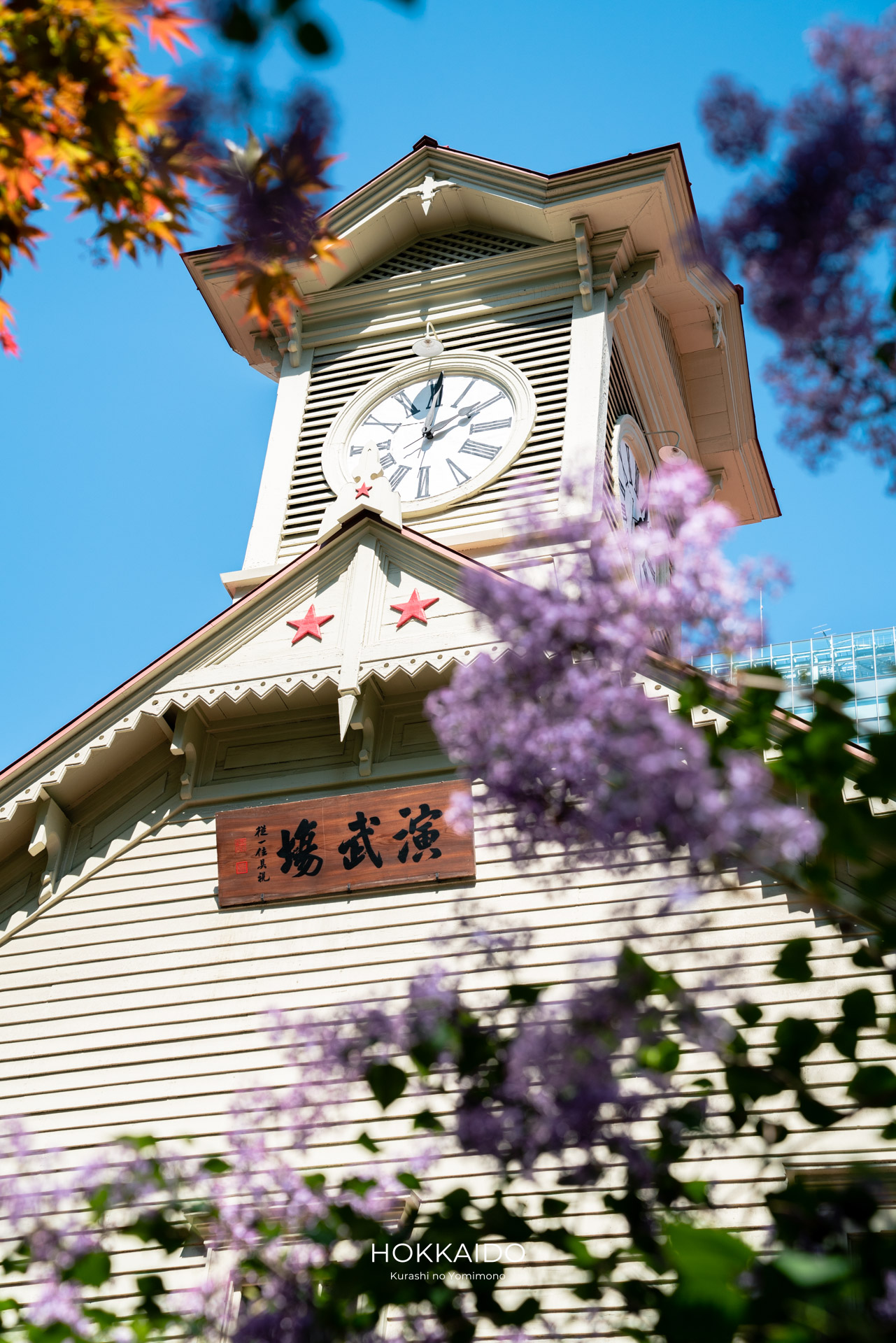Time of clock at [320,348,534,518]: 2:00
